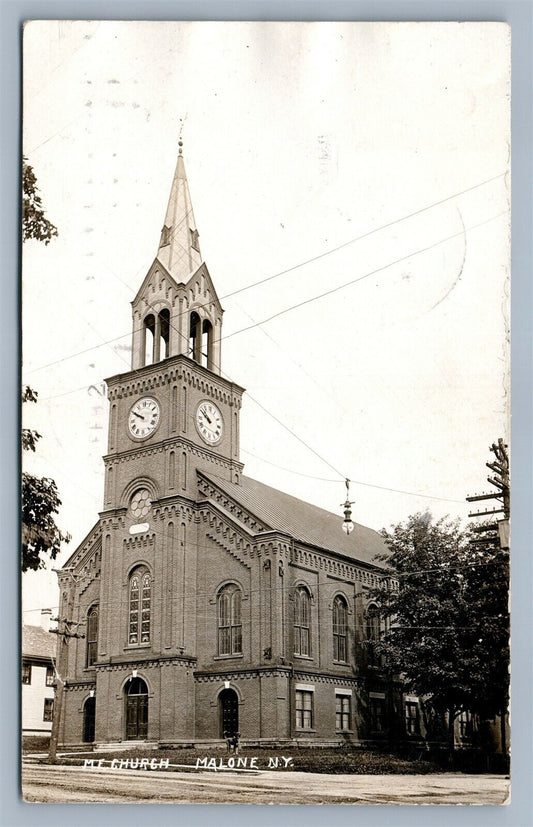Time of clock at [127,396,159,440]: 9:50
